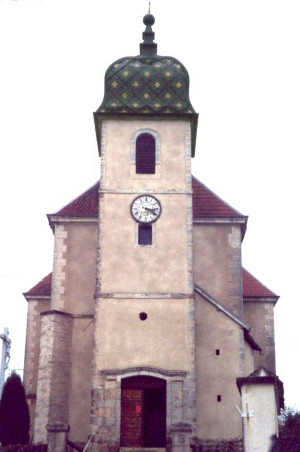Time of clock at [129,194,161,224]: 3:20
